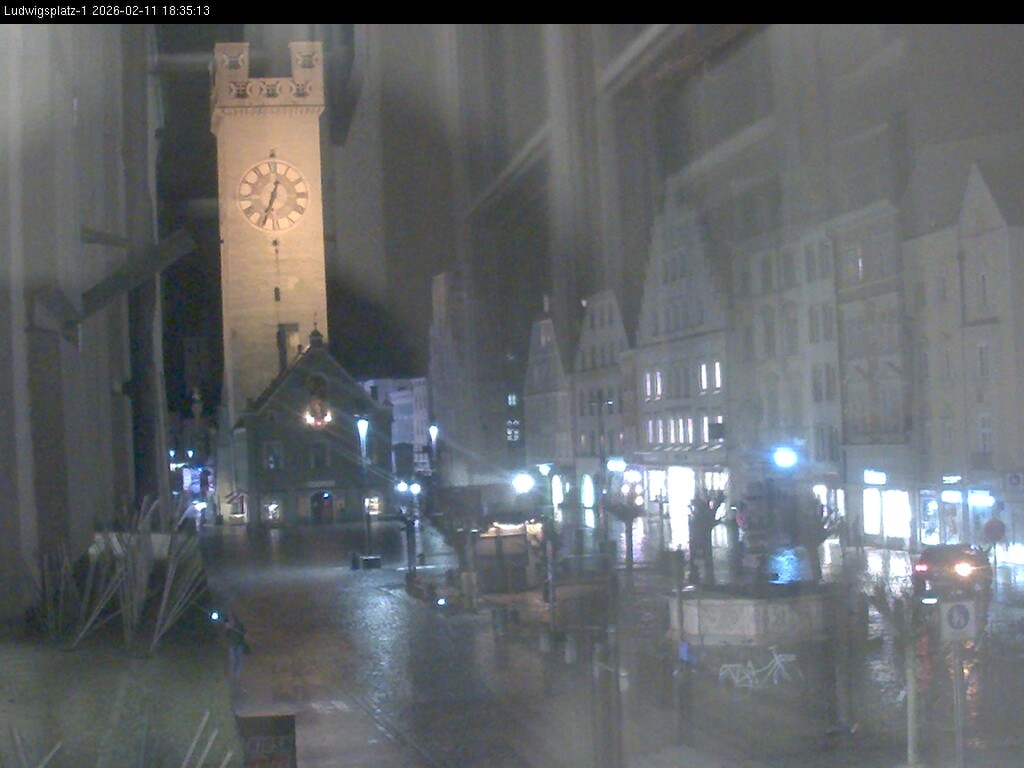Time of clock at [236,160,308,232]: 12:33
